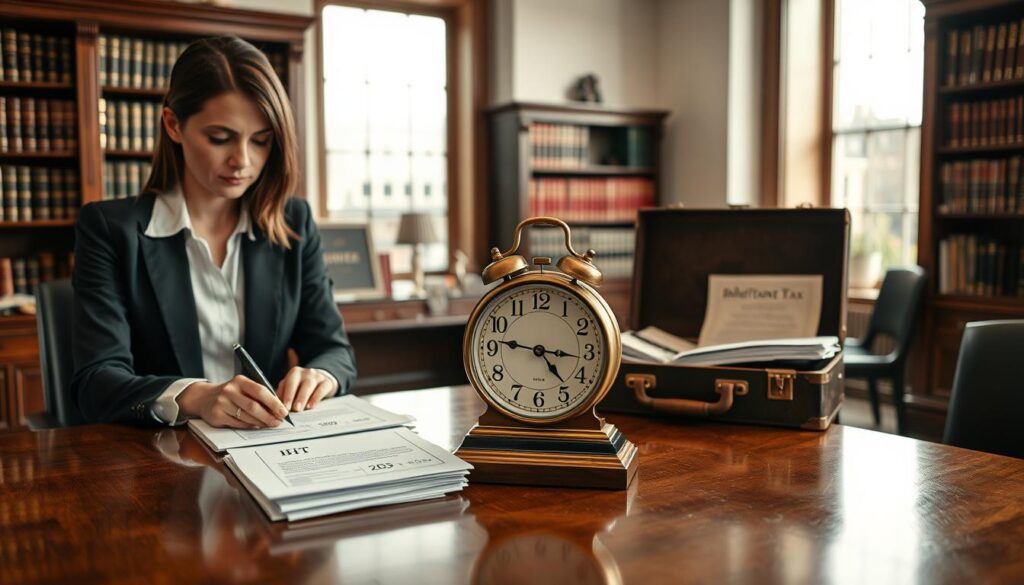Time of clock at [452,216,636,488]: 4:46
